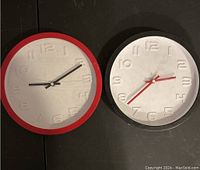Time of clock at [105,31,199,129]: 2:38
